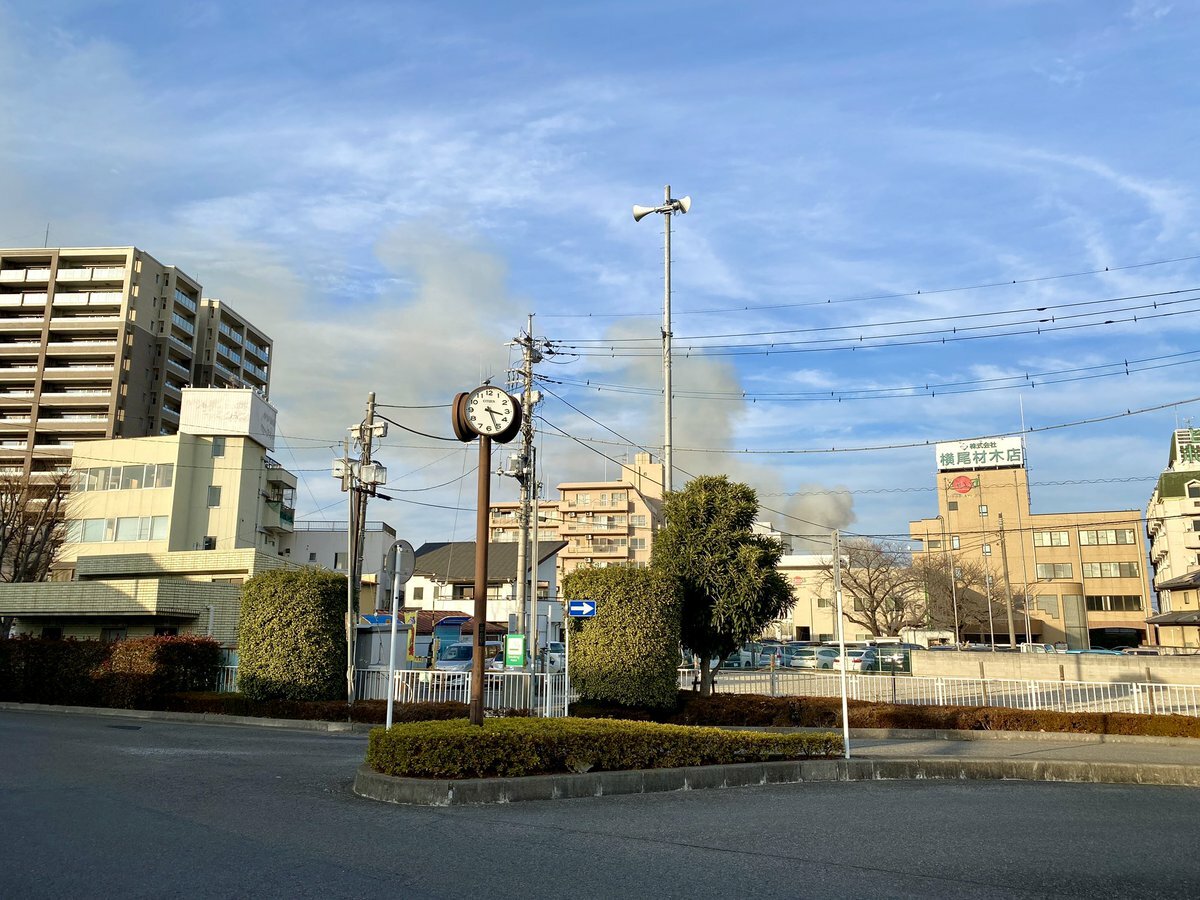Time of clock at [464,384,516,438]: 3:26
